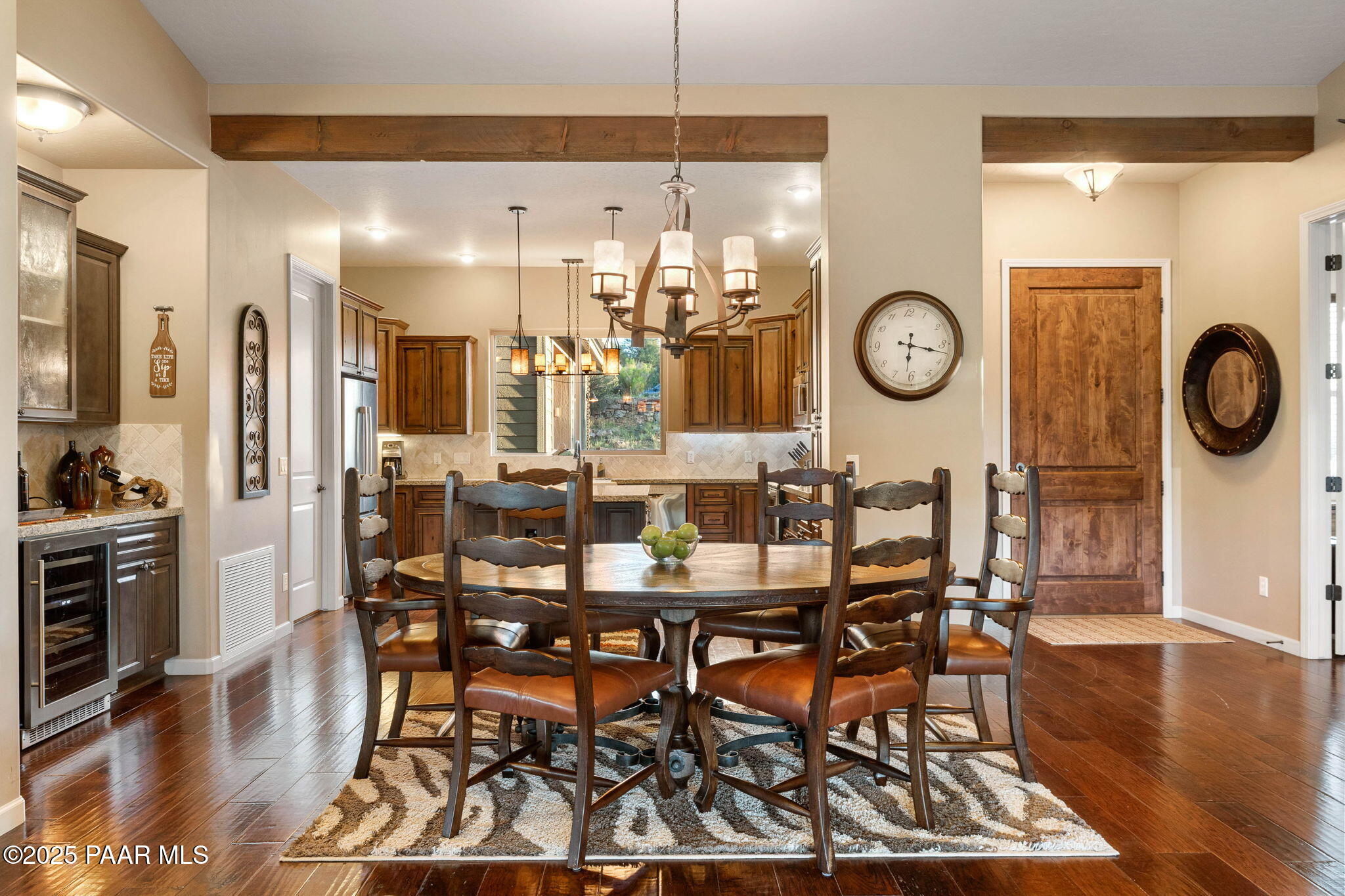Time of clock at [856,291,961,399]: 6:17
